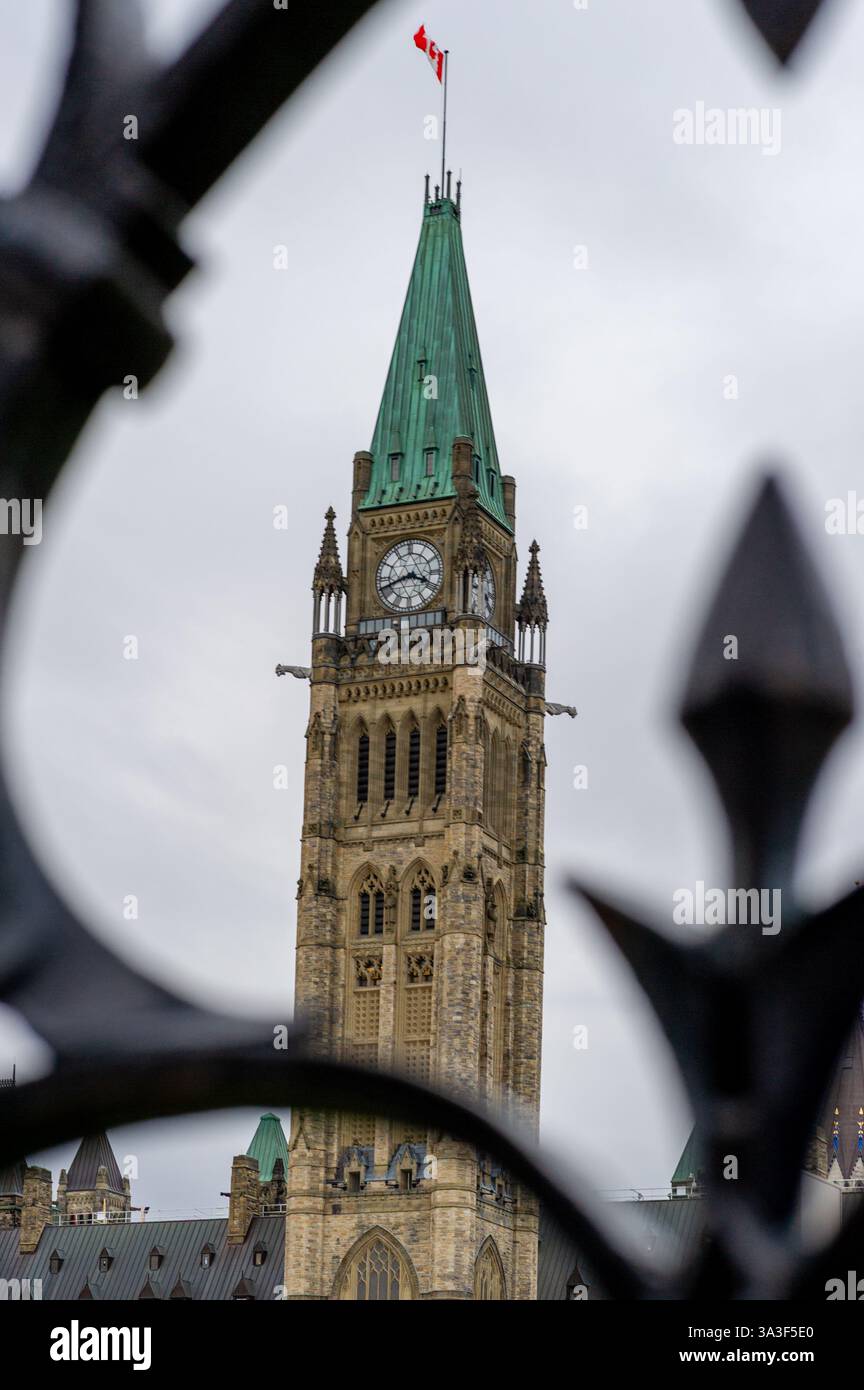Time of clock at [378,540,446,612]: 3:41
